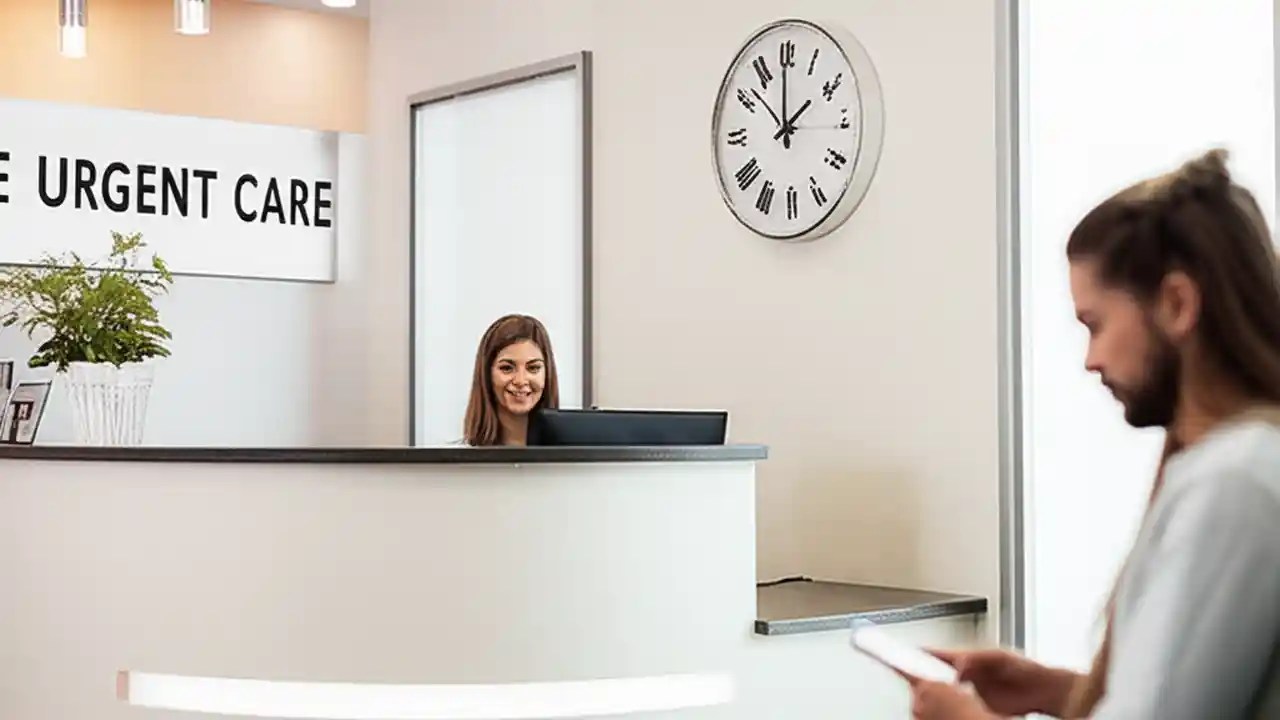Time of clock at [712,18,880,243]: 1:59
